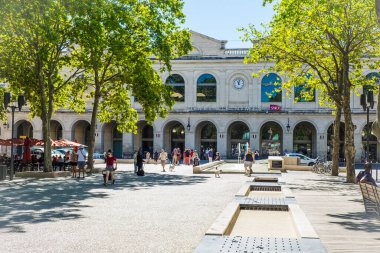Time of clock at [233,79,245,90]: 11:02
